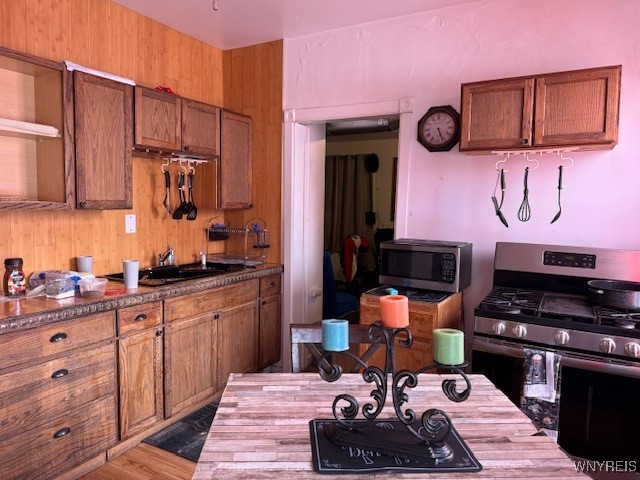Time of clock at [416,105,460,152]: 5:26
